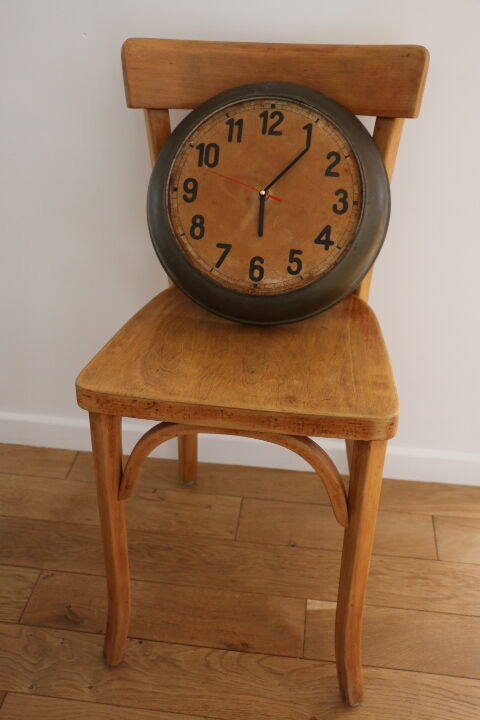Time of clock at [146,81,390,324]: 6:06
